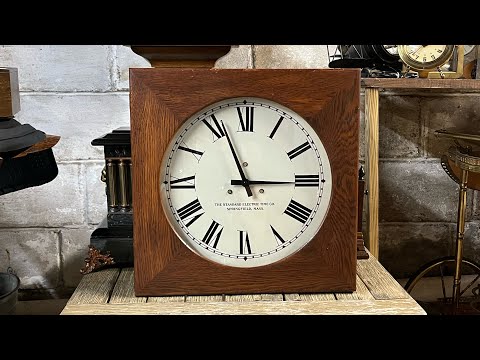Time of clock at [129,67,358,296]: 2:56
